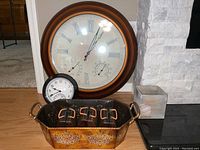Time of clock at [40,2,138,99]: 1:03
